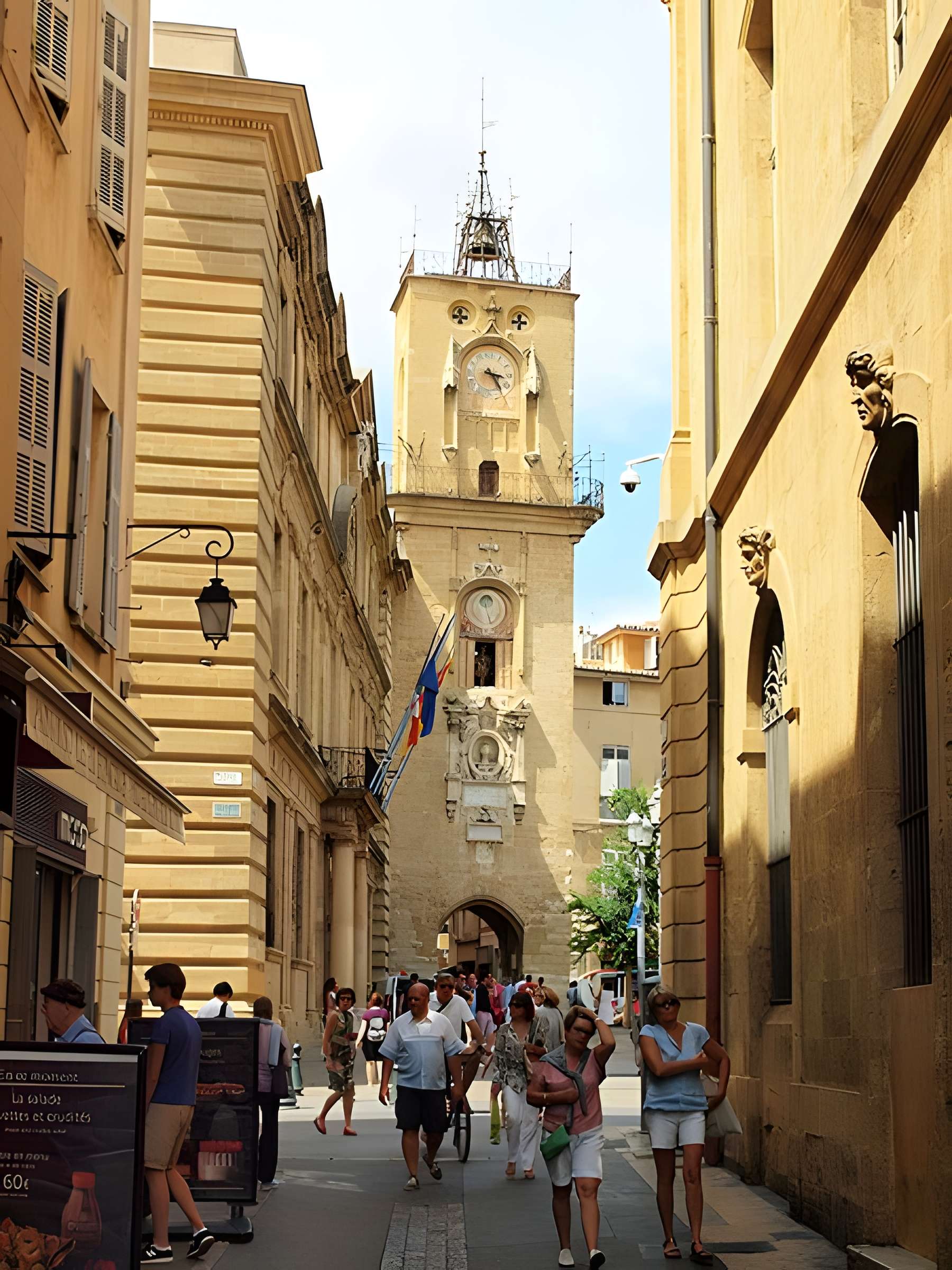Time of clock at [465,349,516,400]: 3:24
